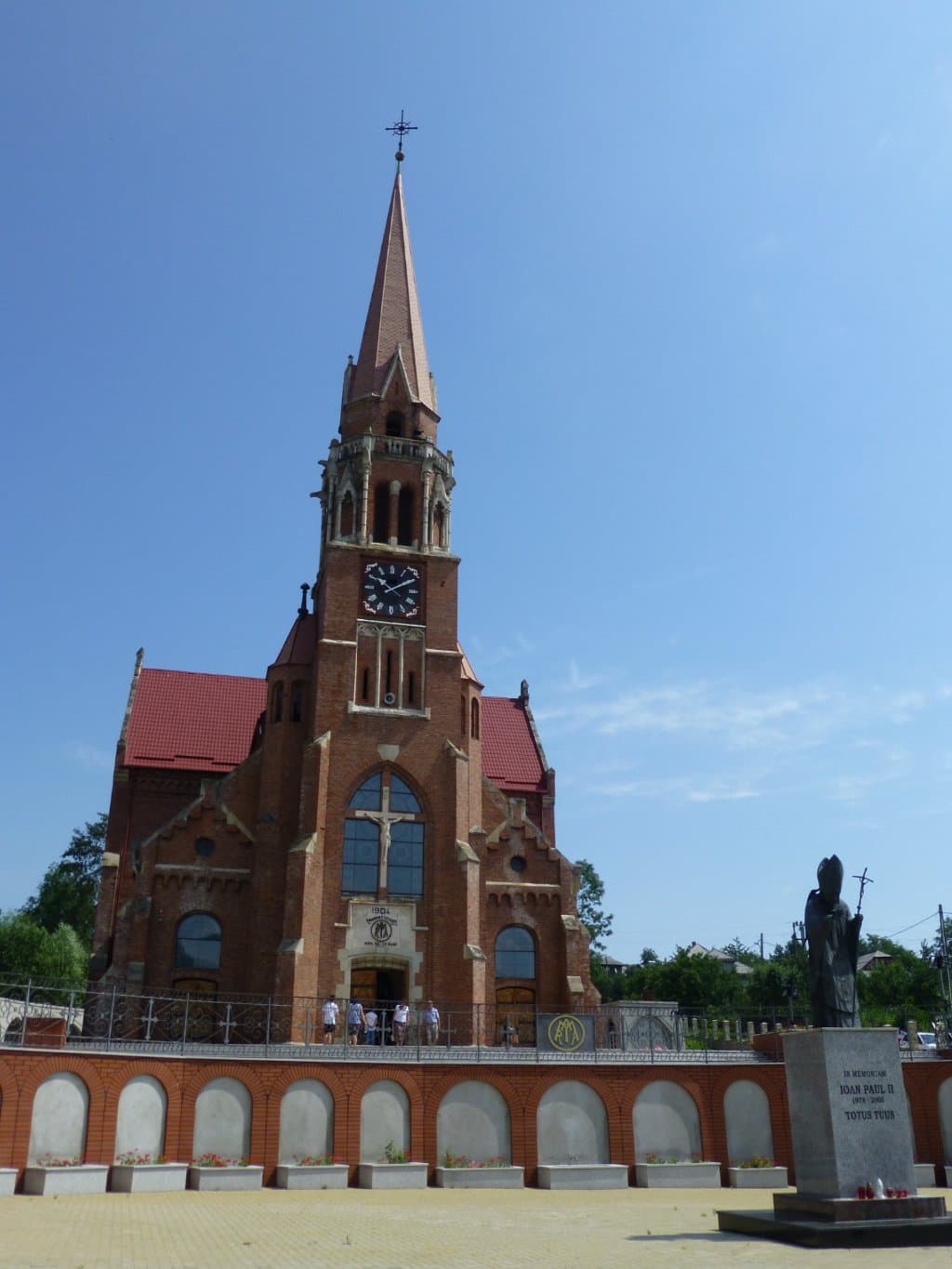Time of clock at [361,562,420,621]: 10:09
